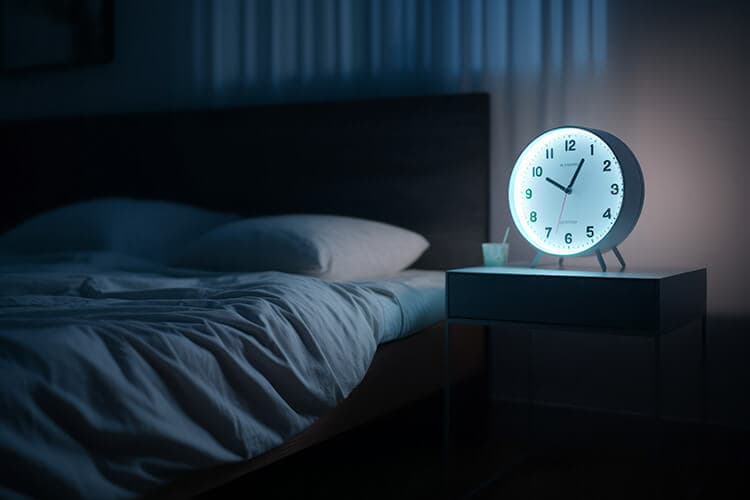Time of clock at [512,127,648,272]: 10:04
